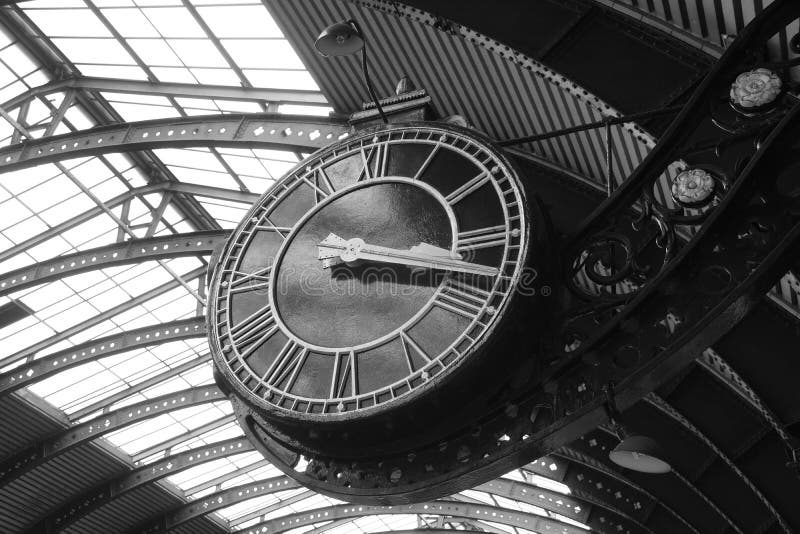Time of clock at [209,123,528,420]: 3:17
